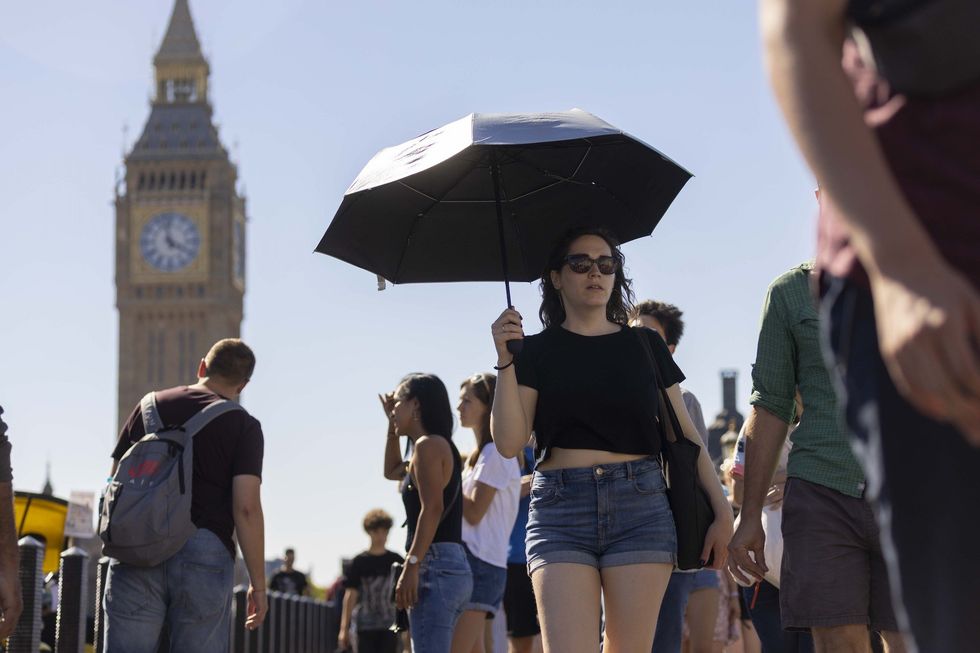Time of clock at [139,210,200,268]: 3:58
